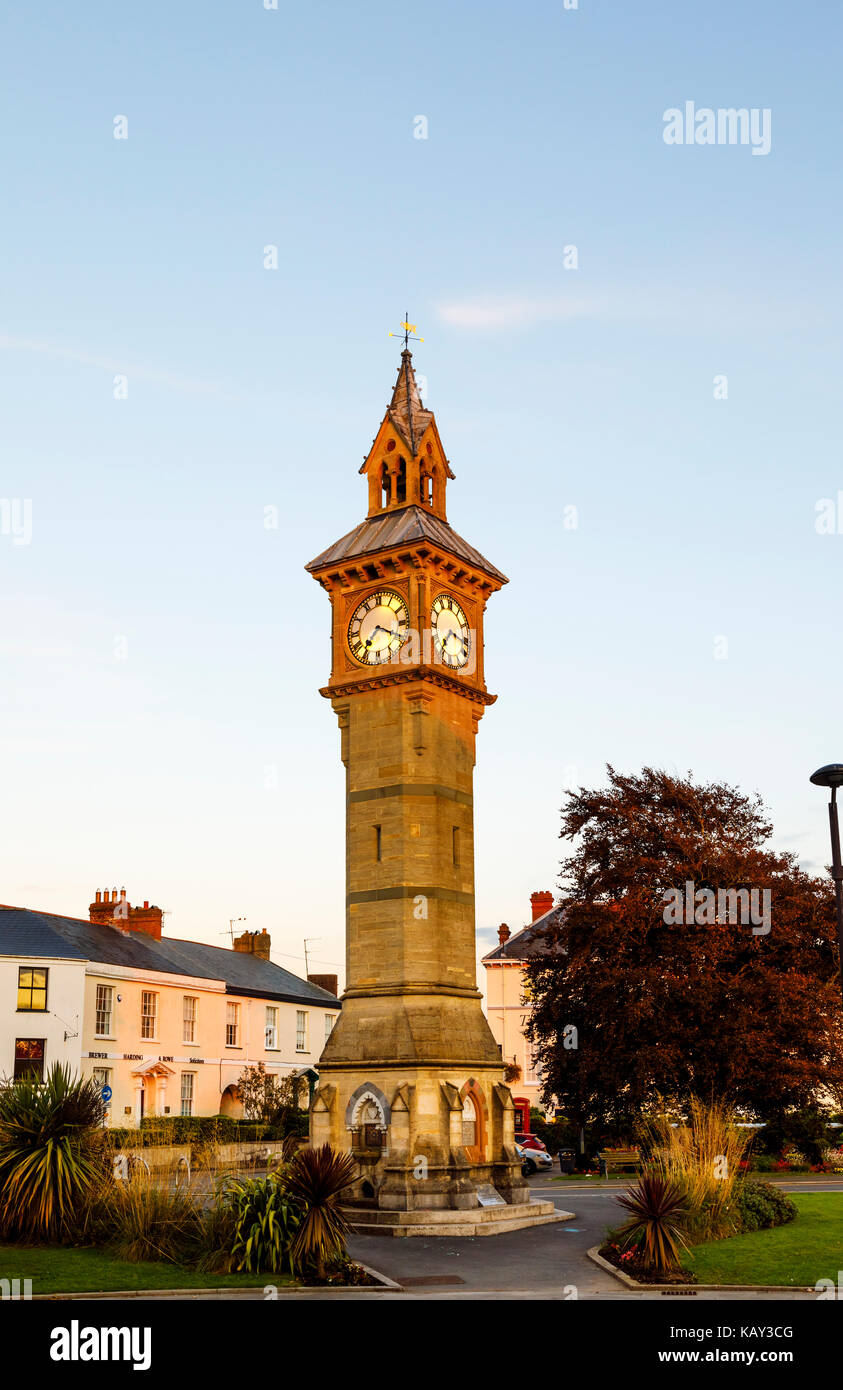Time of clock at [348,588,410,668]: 7:19
